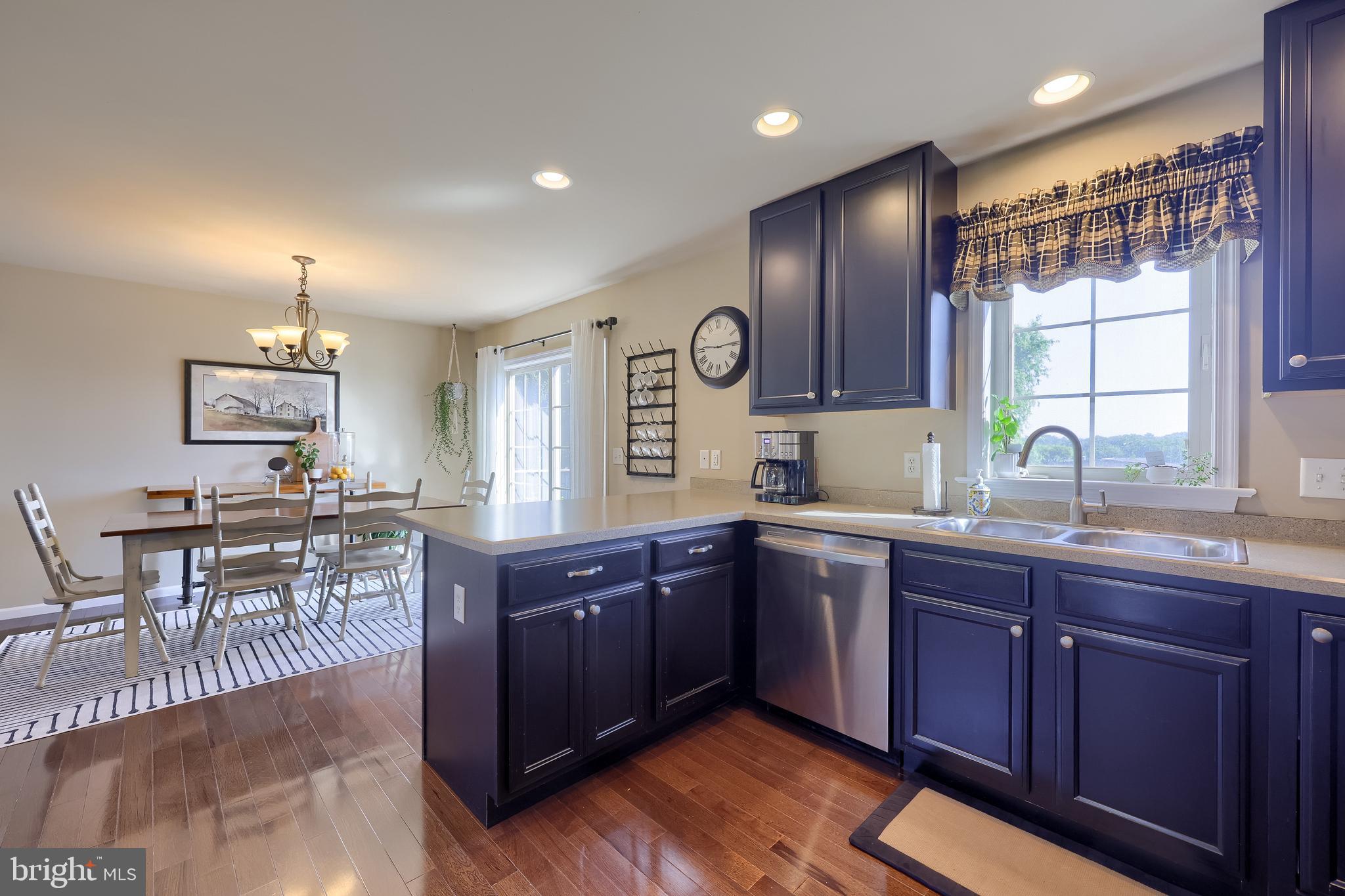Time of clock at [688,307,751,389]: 9:14
